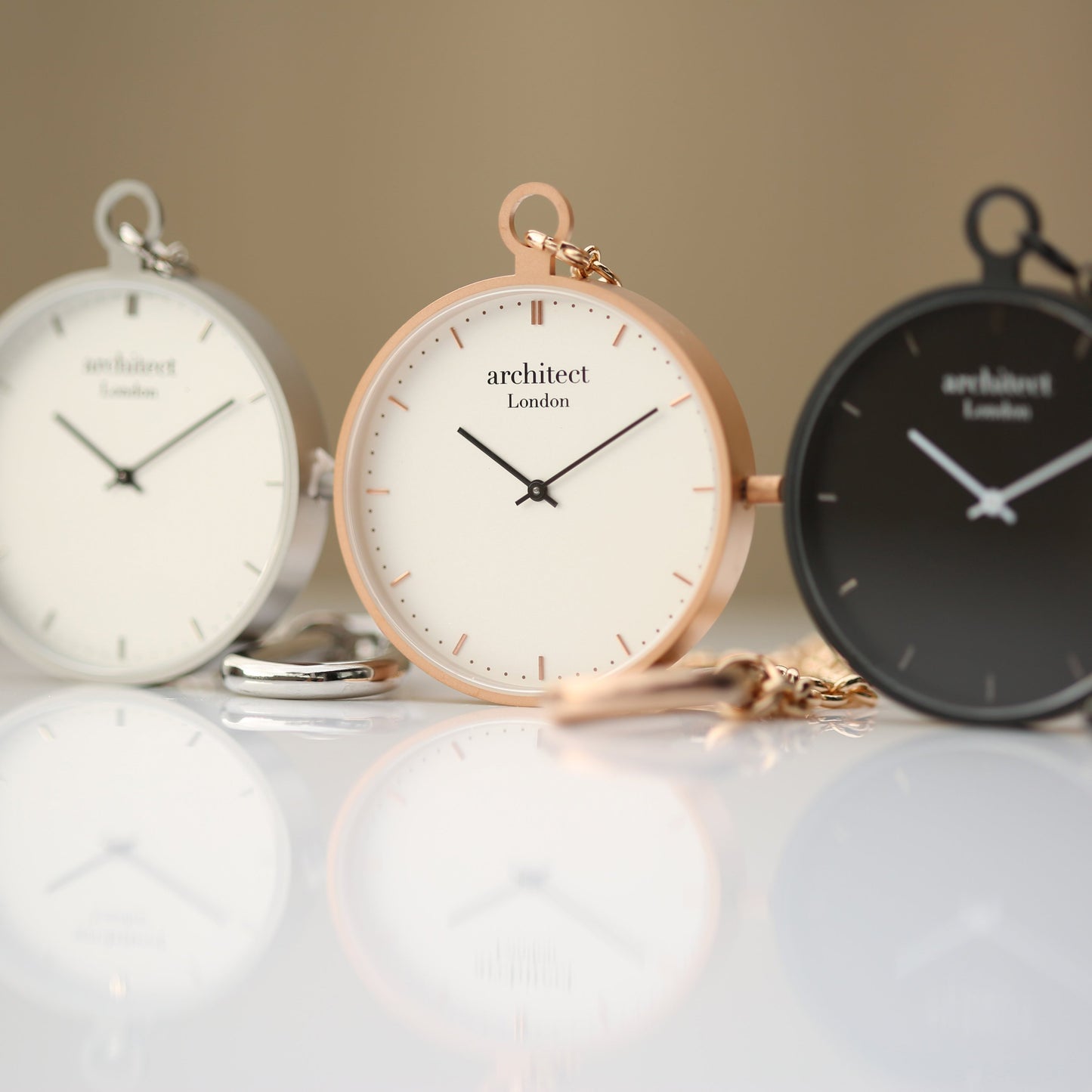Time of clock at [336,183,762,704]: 10:09
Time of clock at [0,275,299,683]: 10:09
